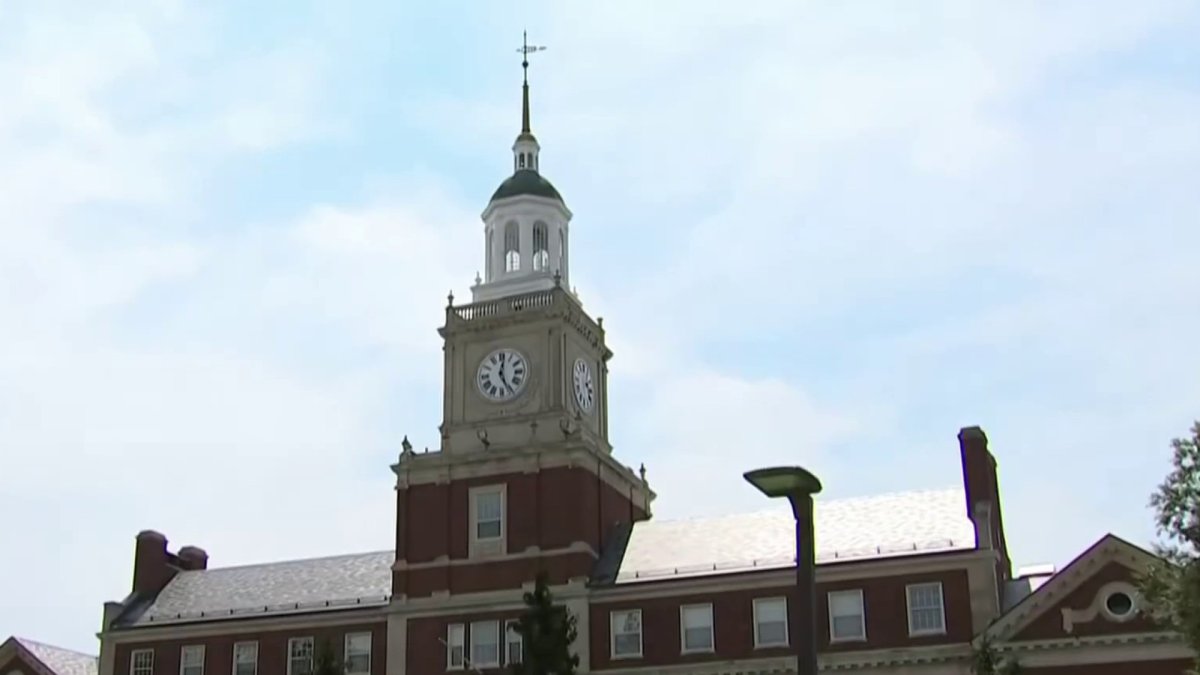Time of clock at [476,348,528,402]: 12:26
